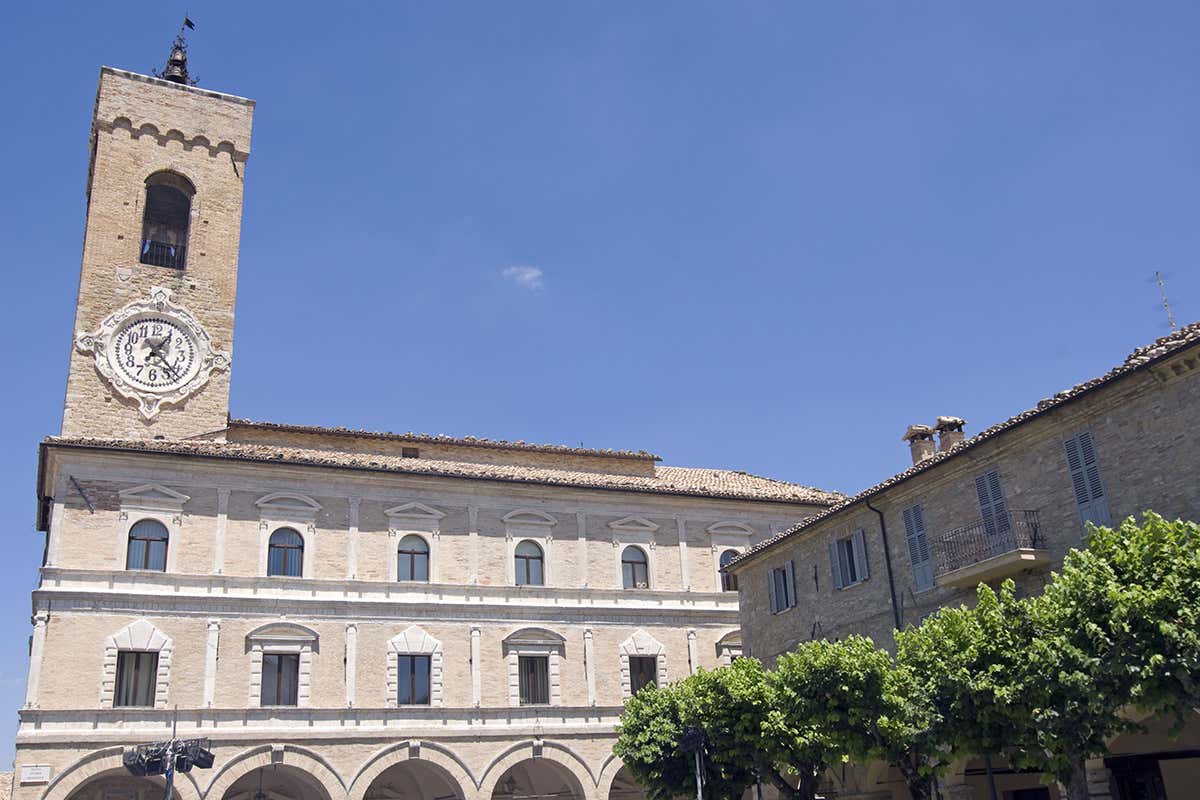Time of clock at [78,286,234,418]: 1:24
